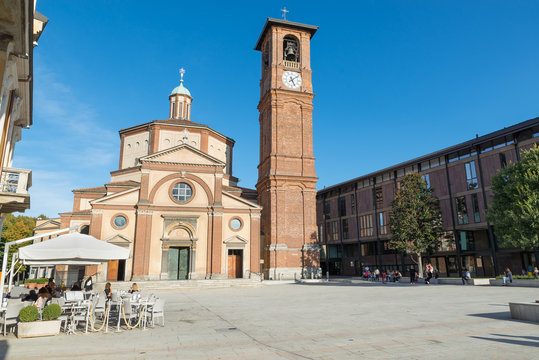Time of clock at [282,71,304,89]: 5:08
